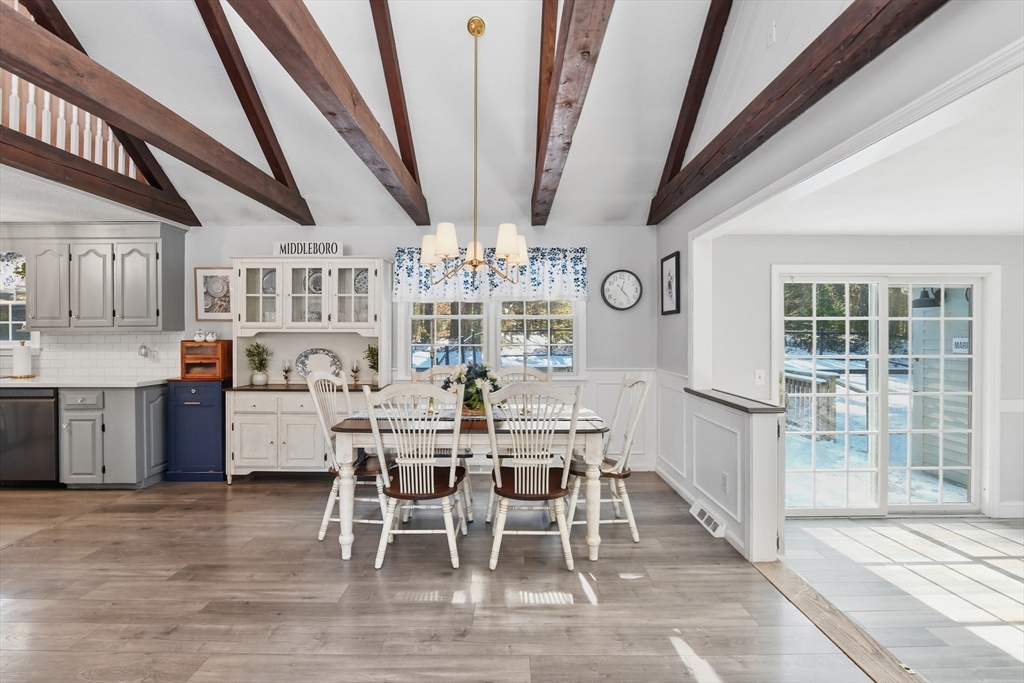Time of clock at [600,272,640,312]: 12:23
